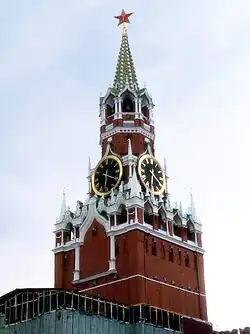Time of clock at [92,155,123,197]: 6:19
